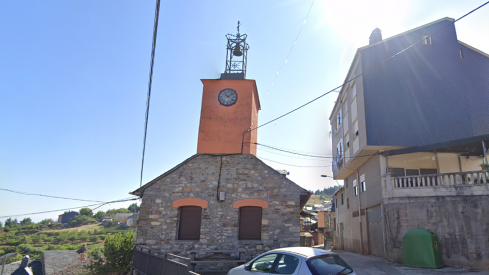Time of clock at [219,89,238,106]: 11:08
